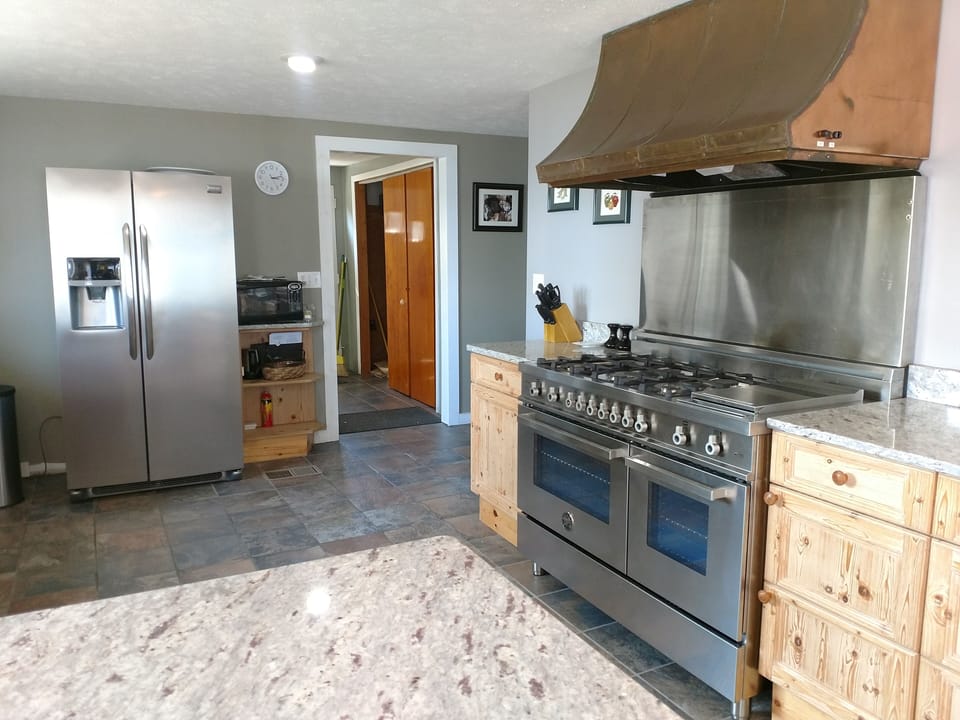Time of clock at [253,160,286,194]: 3:12
